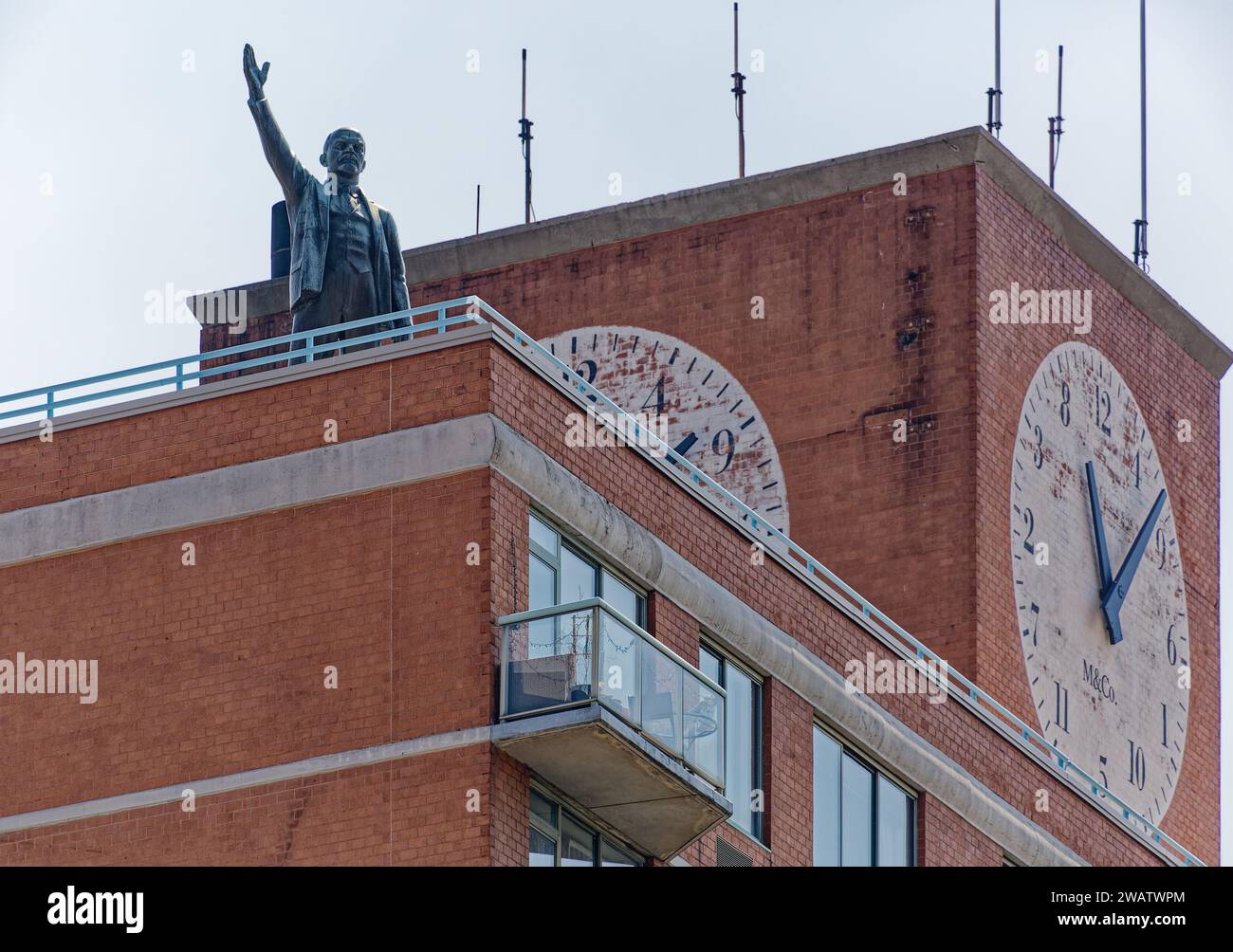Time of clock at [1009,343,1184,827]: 11:07
